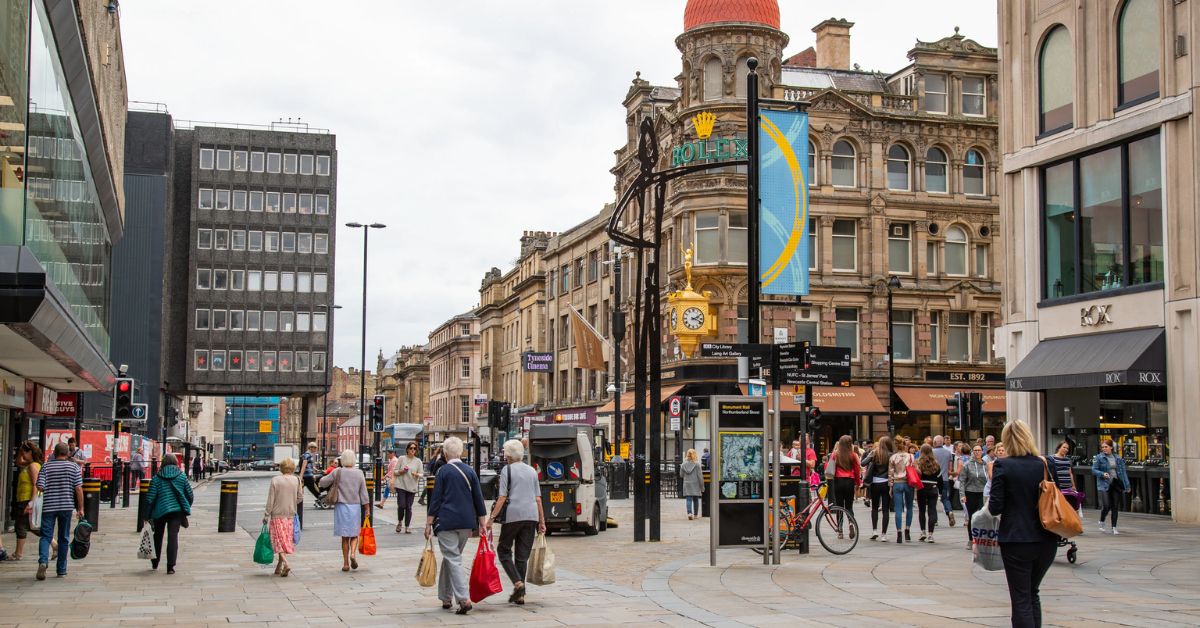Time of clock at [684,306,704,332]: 2:18
